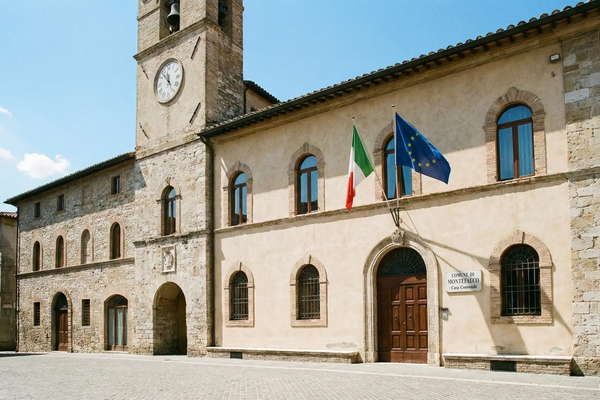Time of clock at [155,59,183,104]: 11:53
